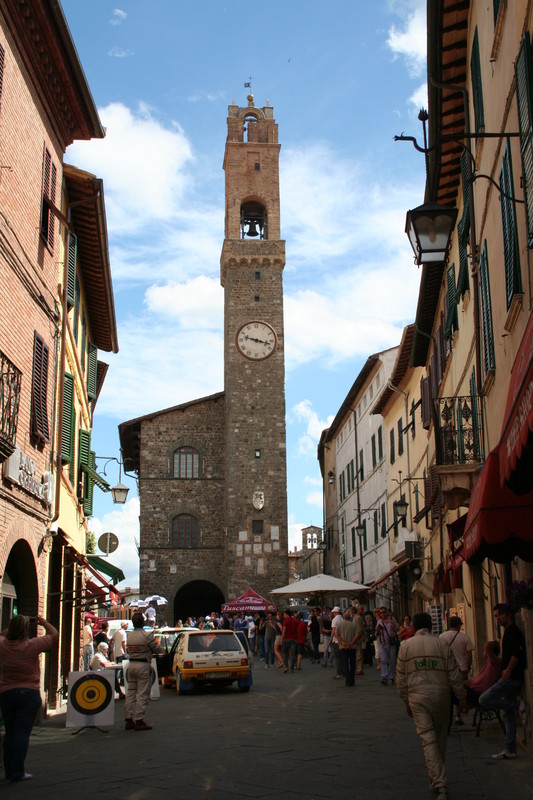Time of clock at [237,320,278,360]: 9:17
